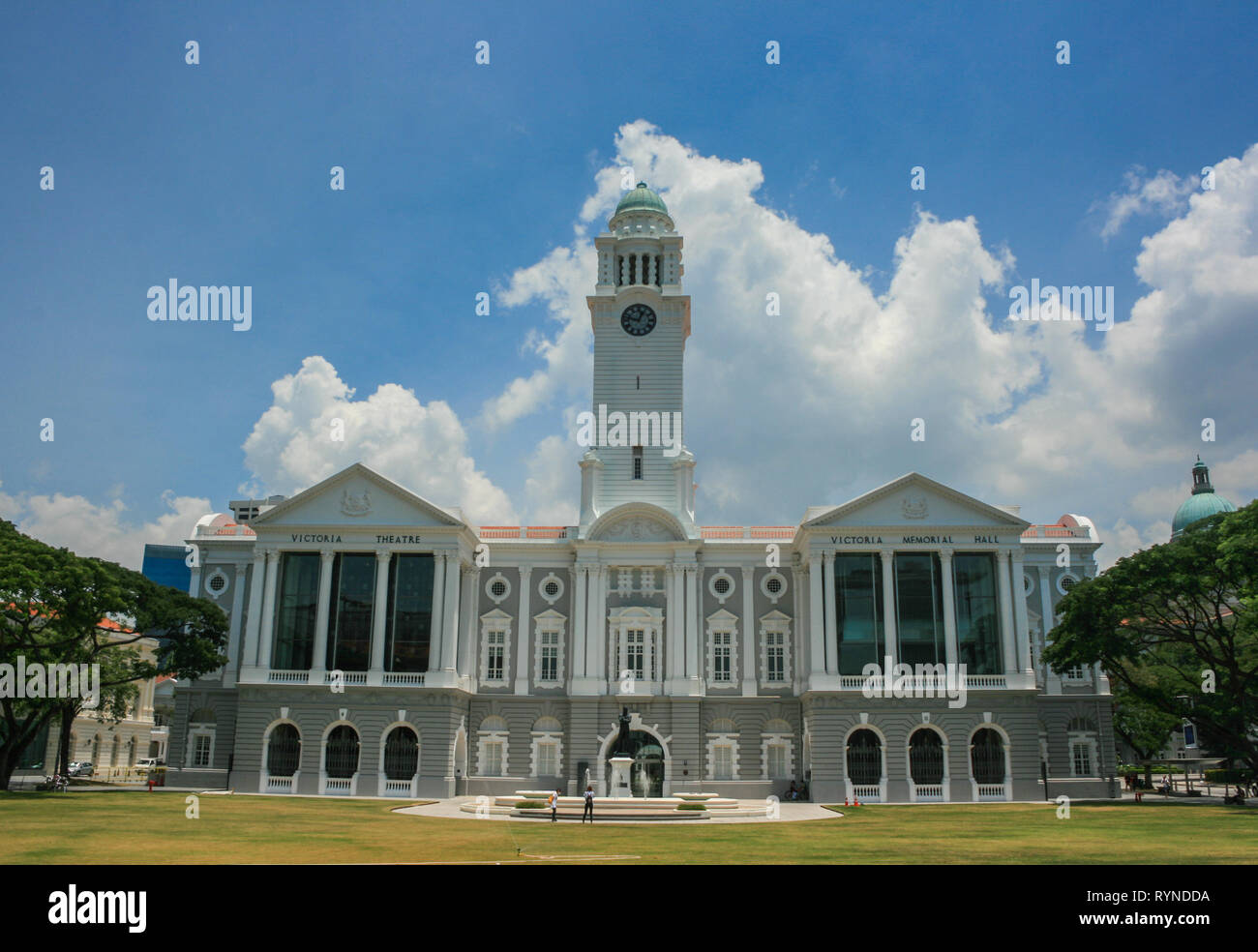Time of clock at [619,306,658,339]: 12:47
